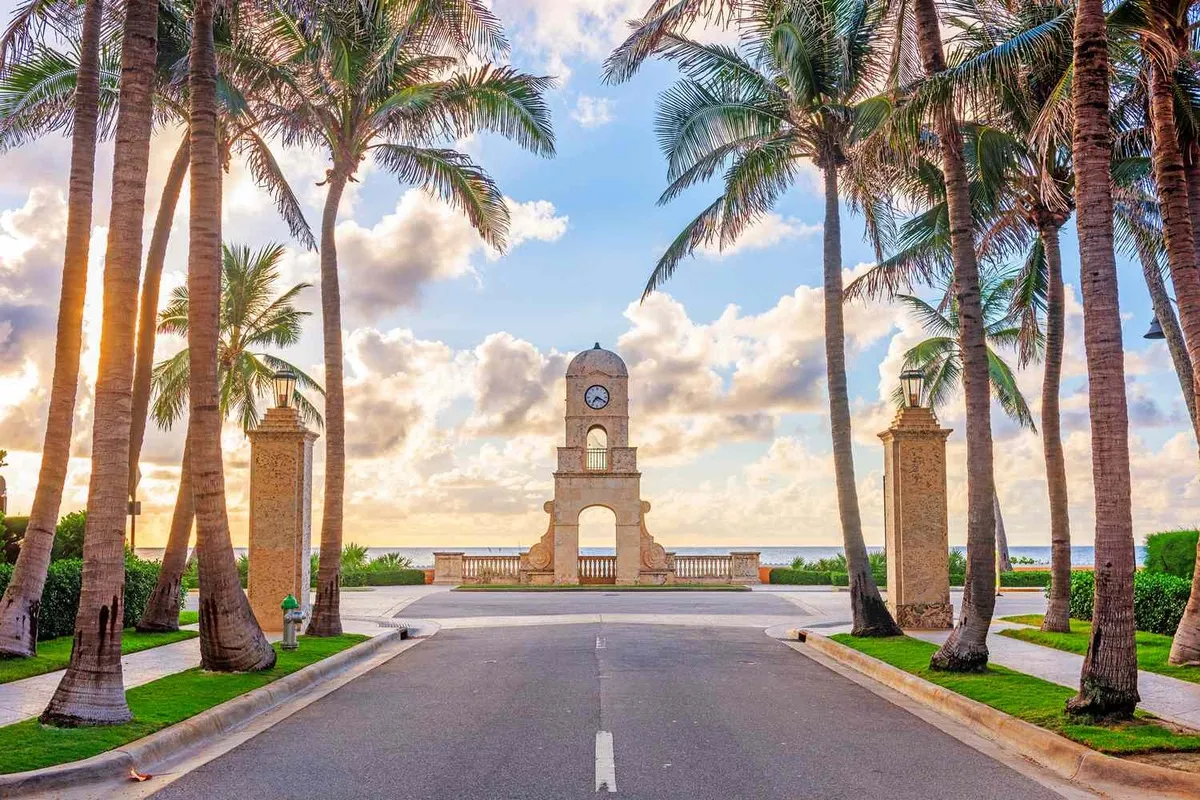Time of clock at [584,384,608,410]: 7:19
